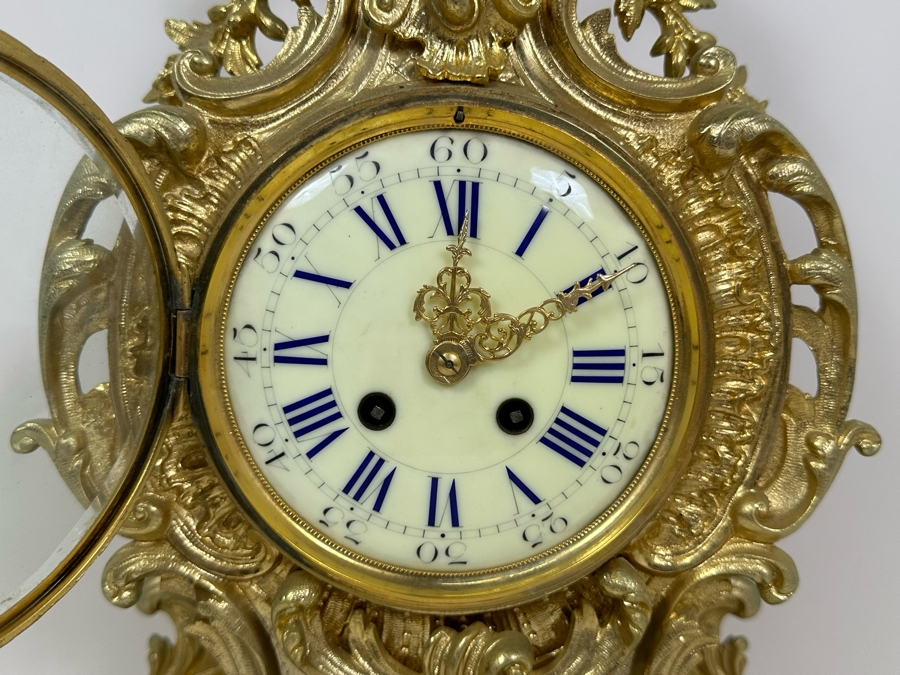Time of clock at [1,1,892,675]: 12:09
